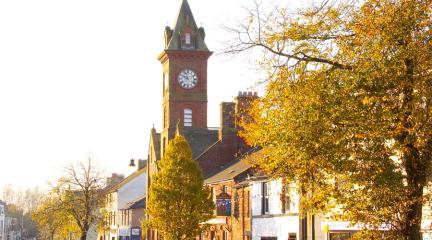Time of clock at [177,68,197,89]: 9:57
